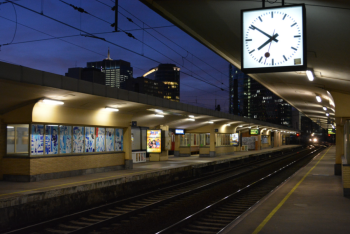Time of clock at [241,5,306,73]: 7:50
